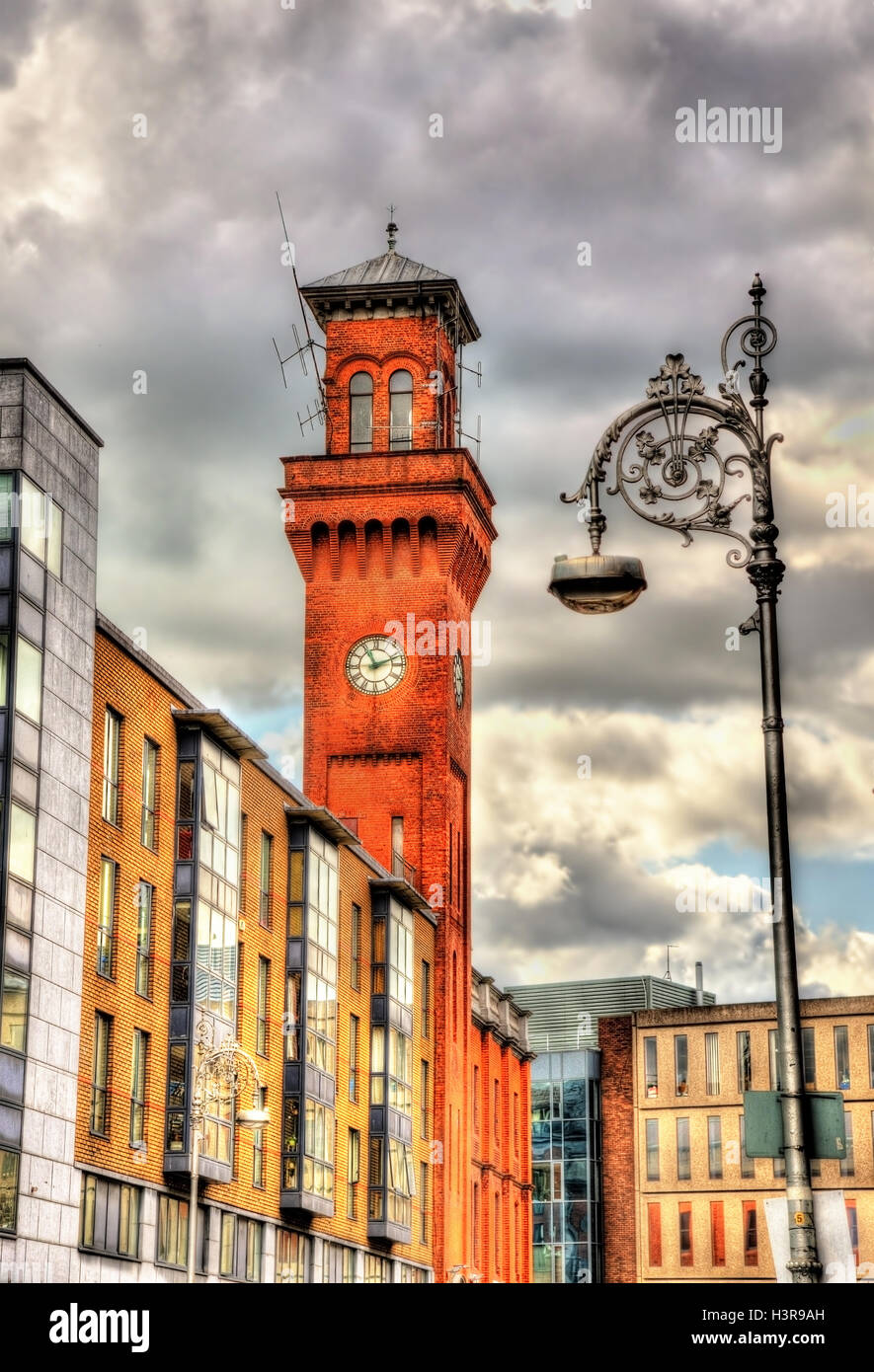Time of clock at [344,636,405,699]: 11:11
